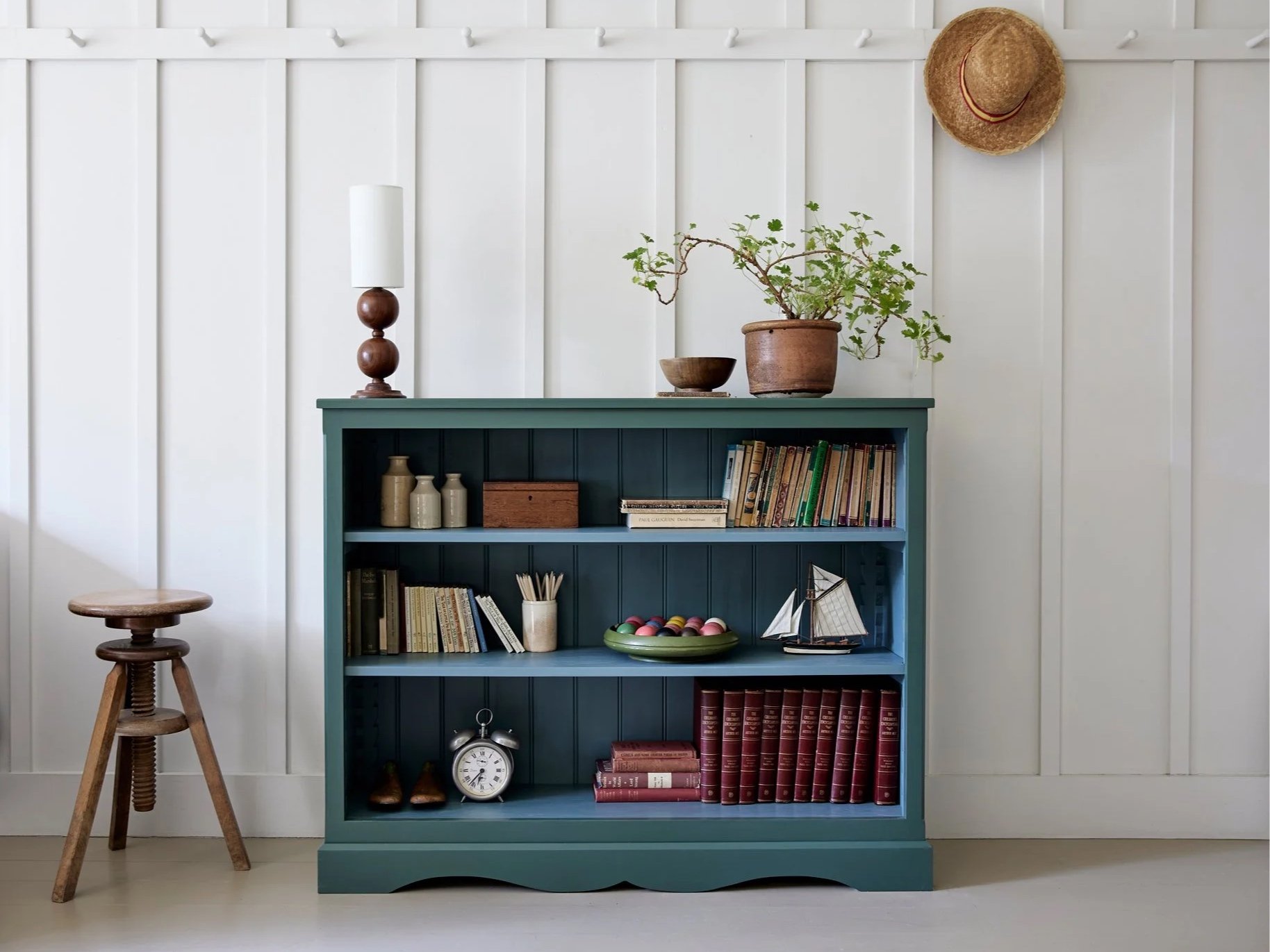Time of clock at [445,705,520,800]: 6:36
